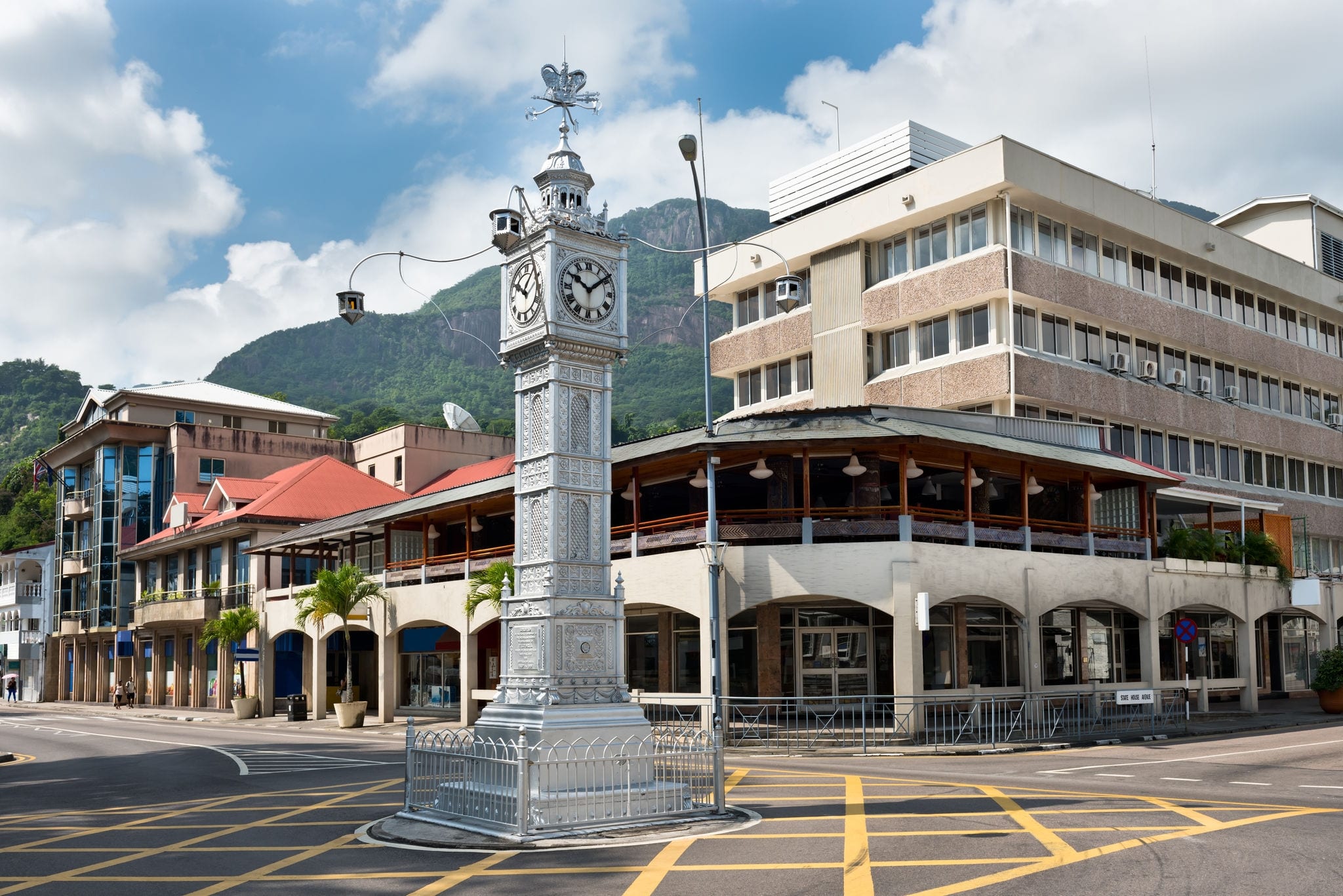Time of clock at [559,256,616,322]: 10:08
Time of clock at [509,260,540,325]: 10:07
